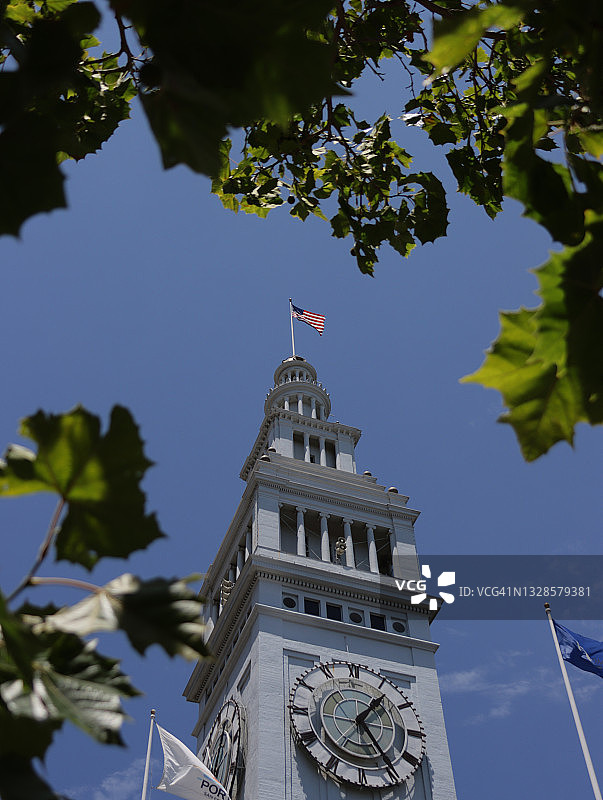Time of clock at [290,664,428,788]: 1:23
